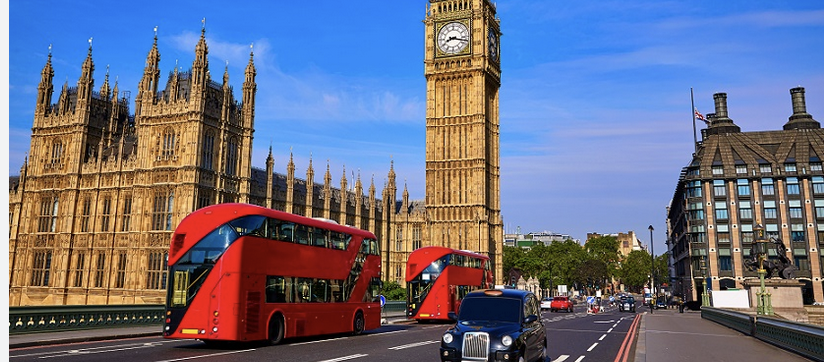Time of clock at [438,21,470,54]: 8:17
